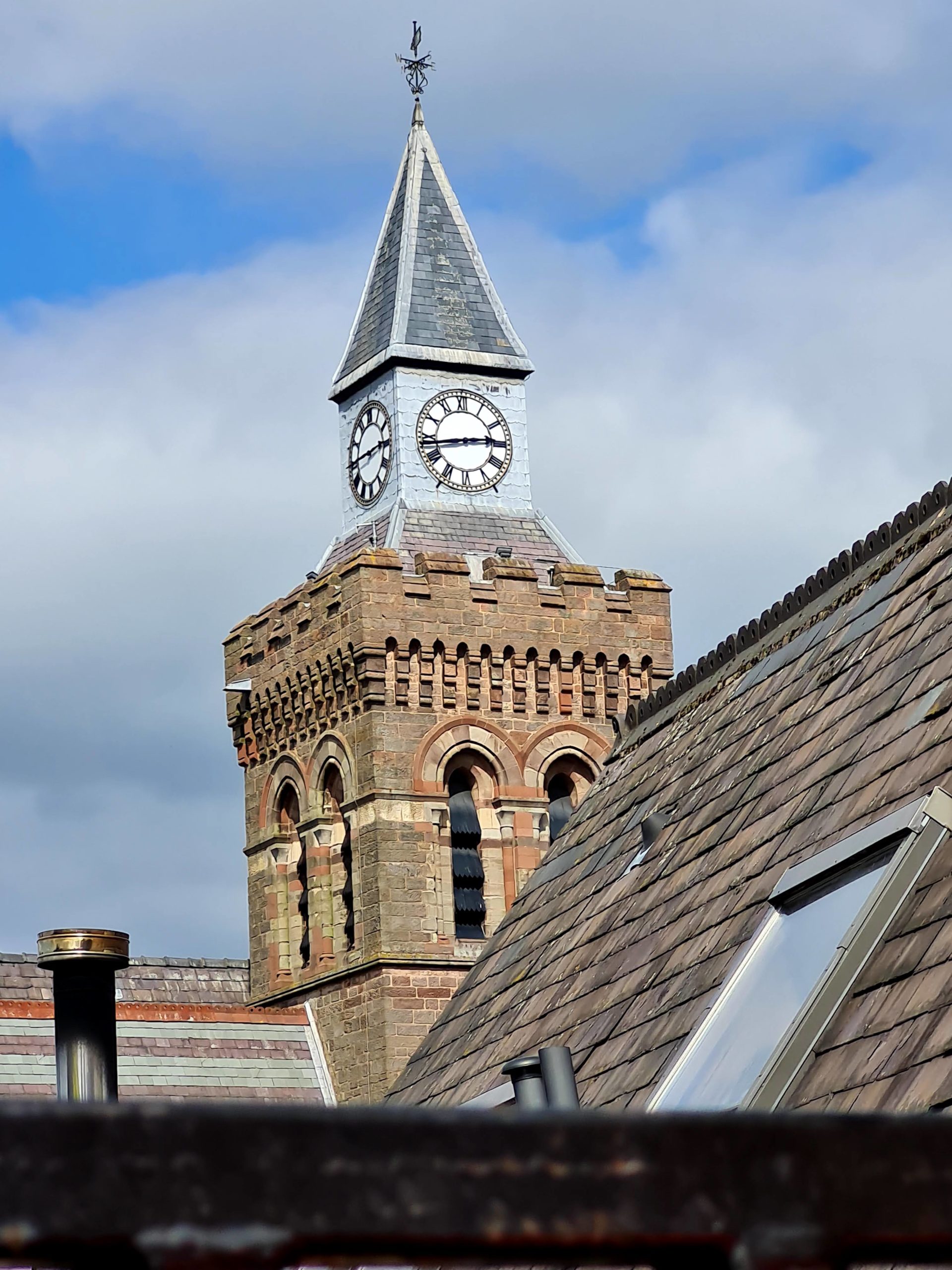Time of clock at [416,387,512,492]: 2:43
